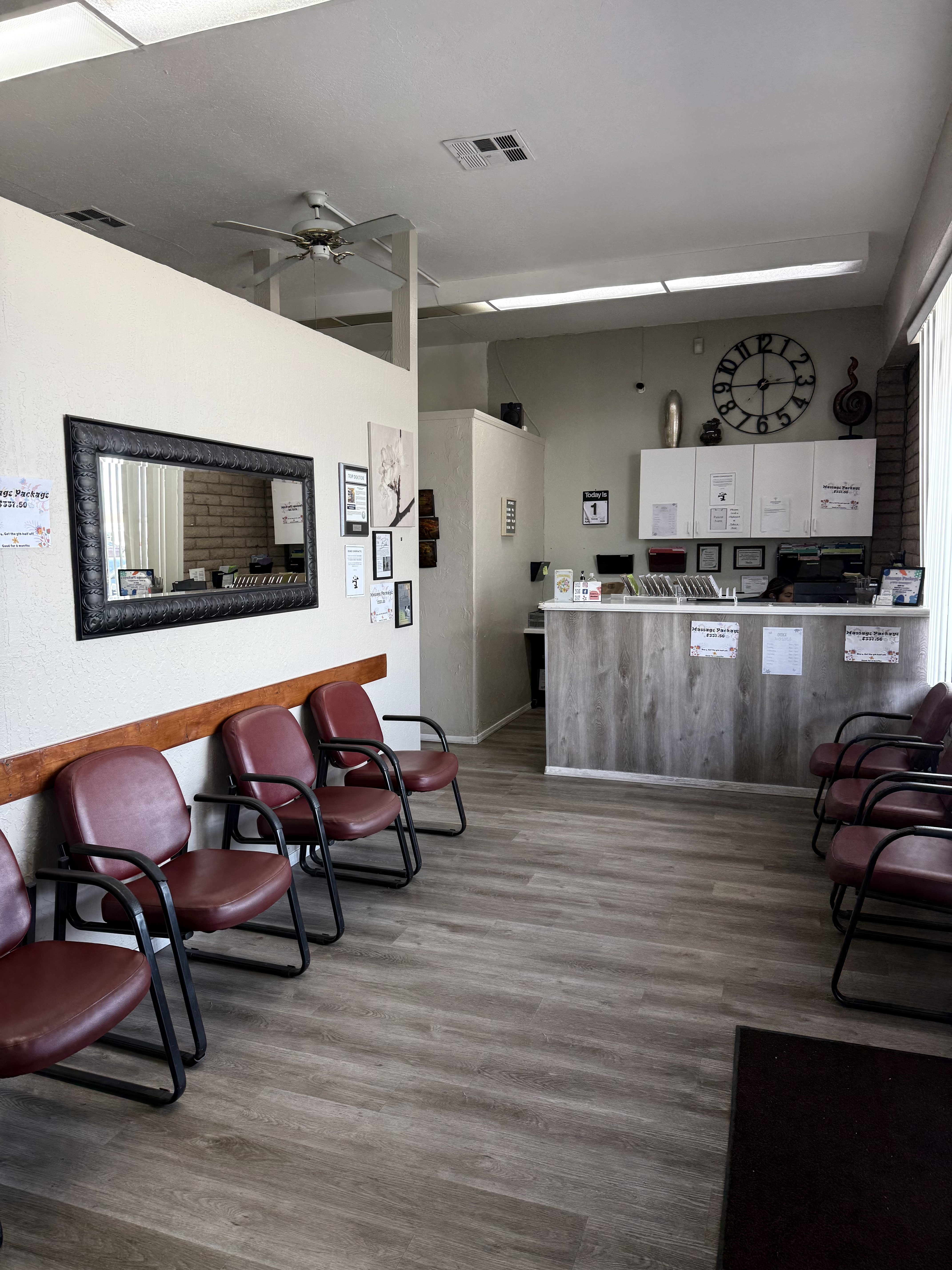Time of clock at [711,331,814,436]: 3:00
